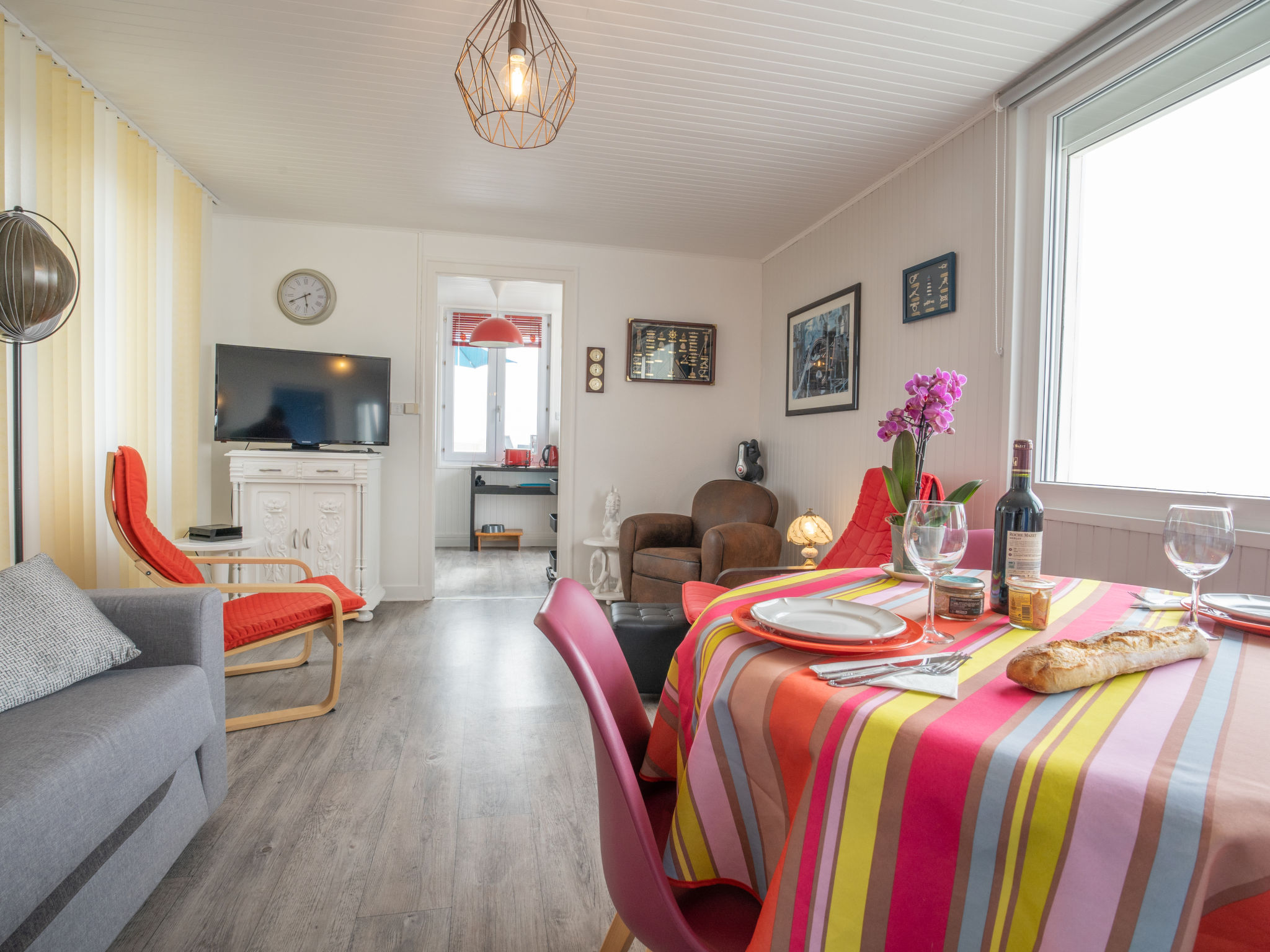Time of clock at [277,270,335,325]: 5:40
